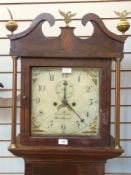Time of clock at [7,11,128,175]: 12:22
